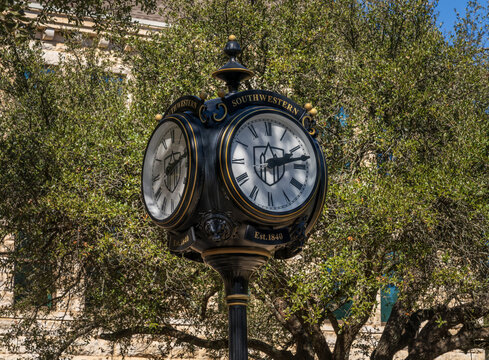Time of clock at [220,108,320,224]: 2:12
